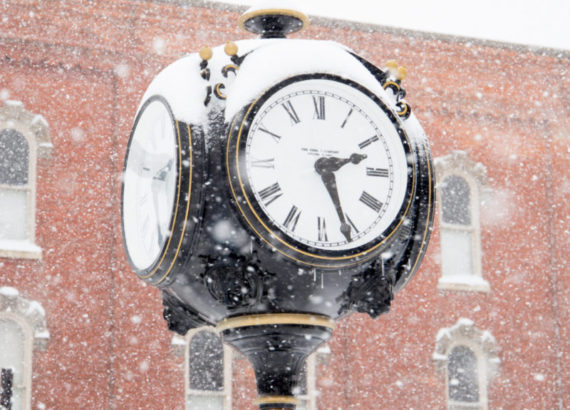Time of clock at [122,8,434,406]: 2:25
